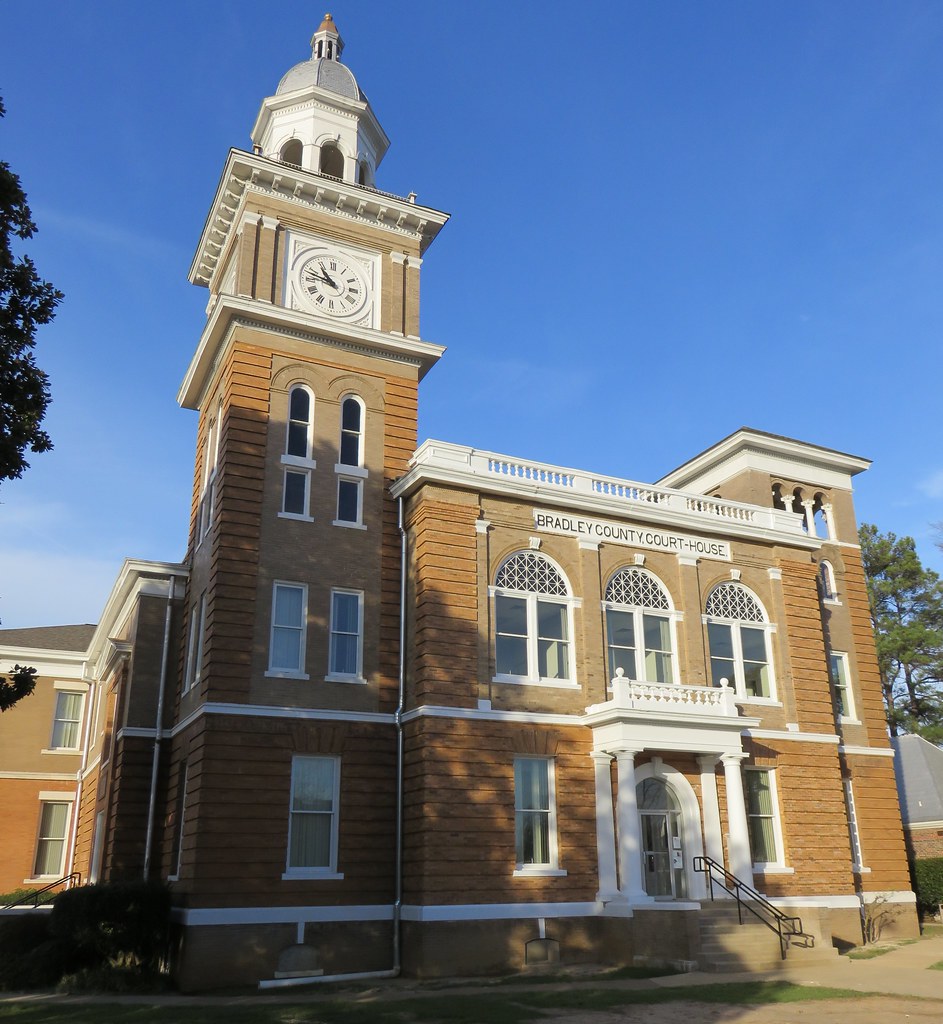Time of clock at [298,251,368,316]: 10:47
